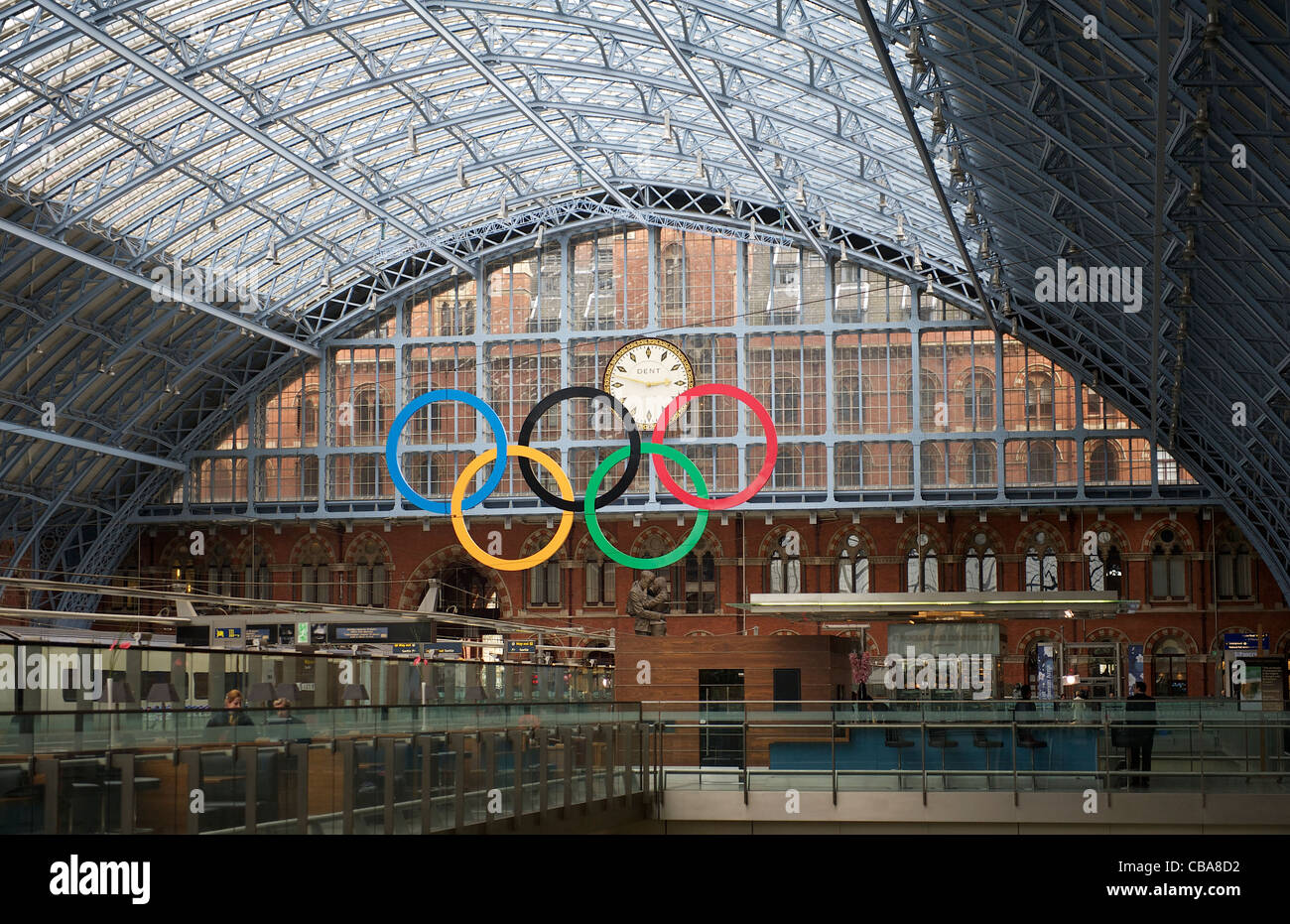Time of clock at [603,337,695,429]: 2:47
